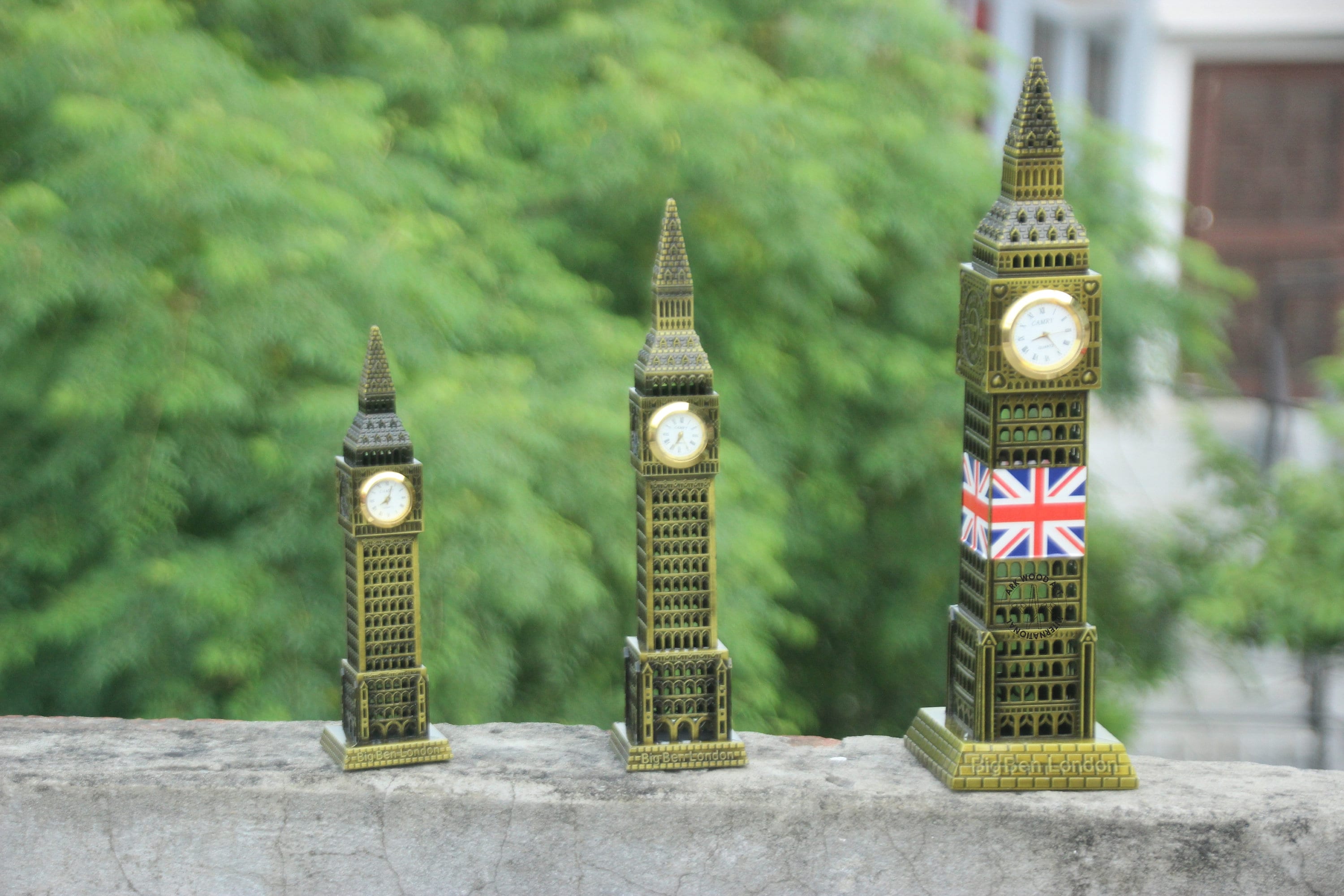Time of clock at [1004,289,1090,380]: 8:24
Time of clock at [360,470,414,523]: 8:03
